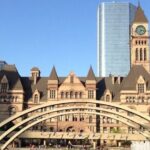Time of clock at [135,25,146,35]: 7:15
